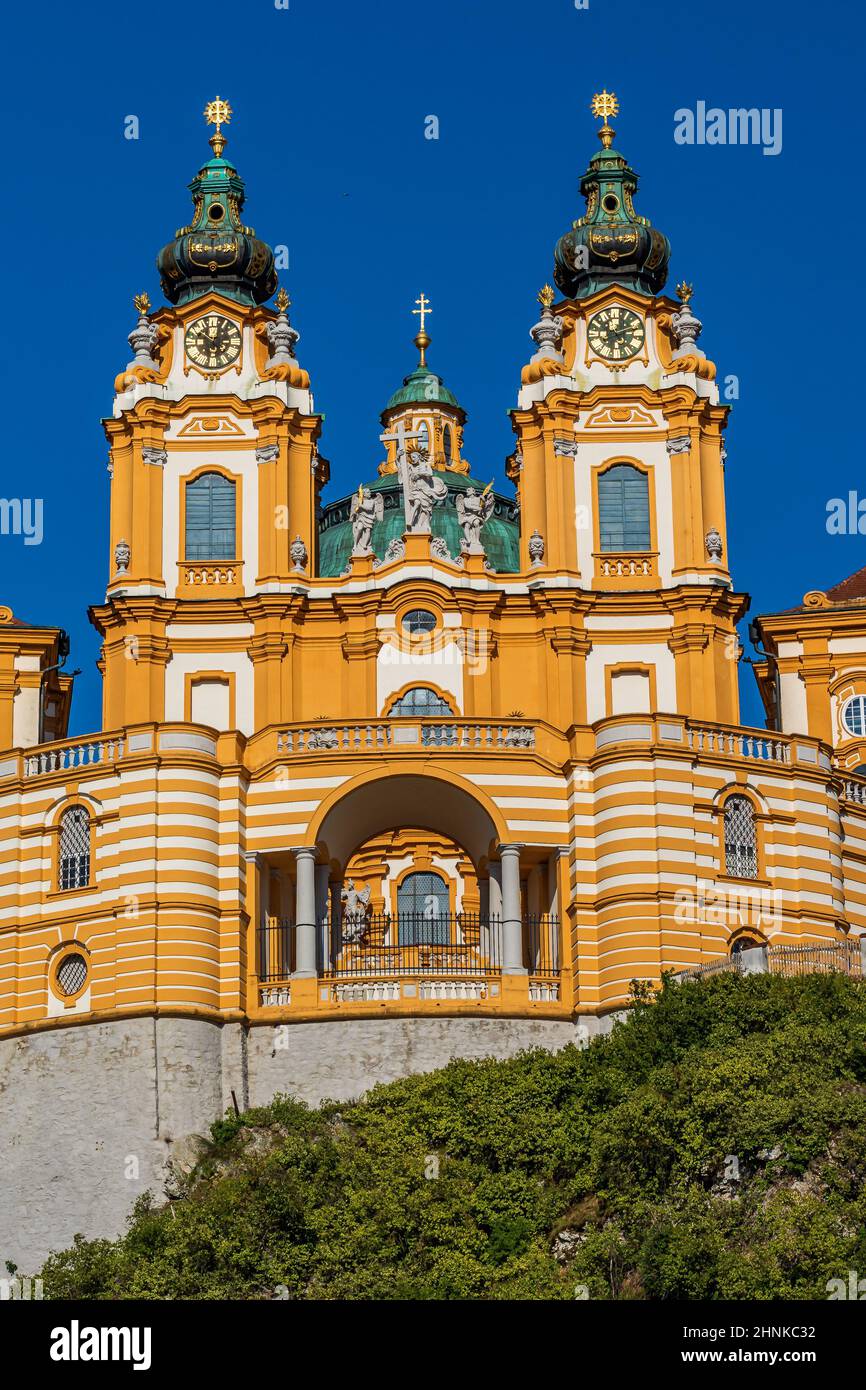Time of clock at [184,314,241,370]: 12:52
